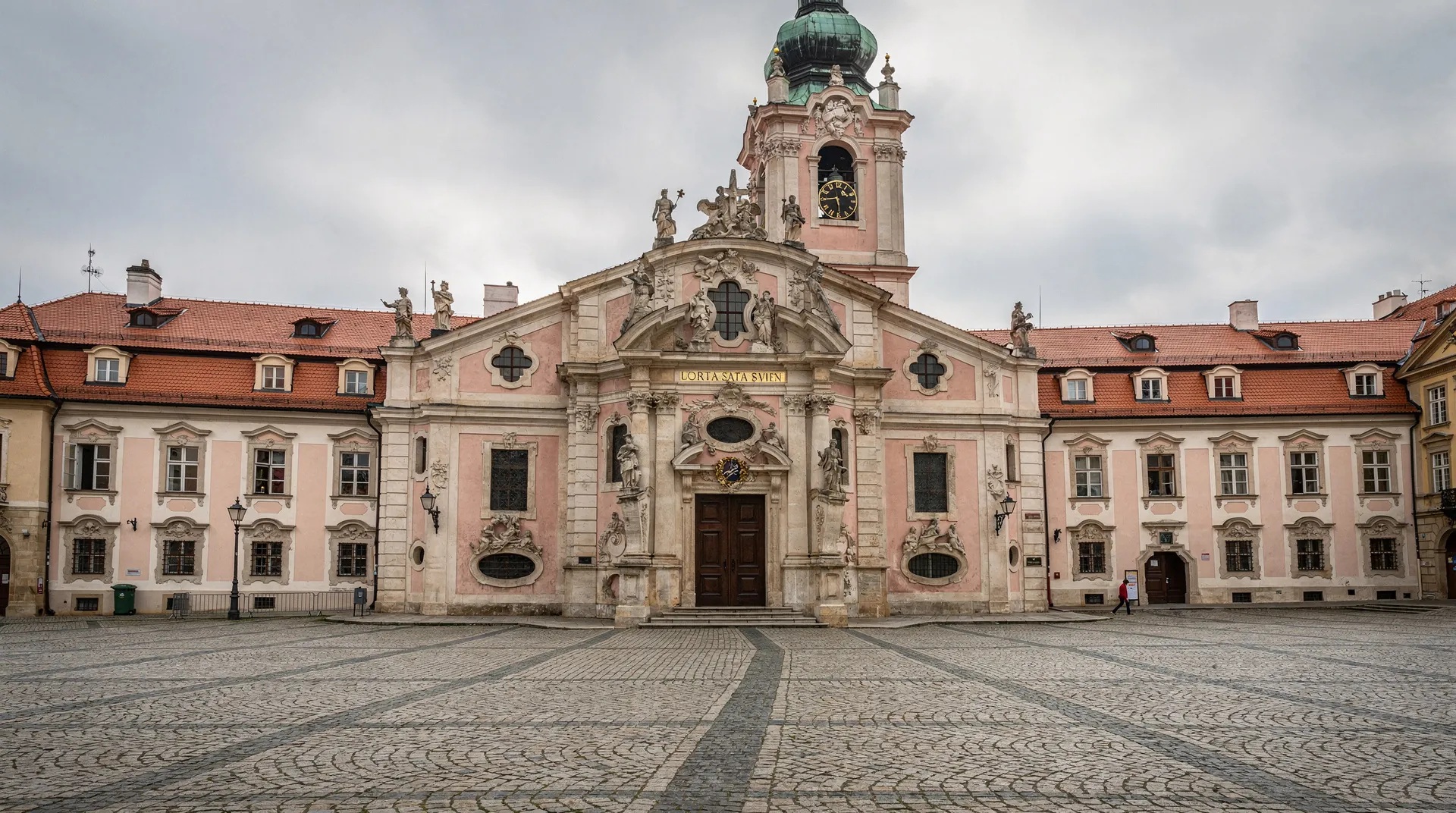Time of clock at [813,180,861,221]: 5:44
